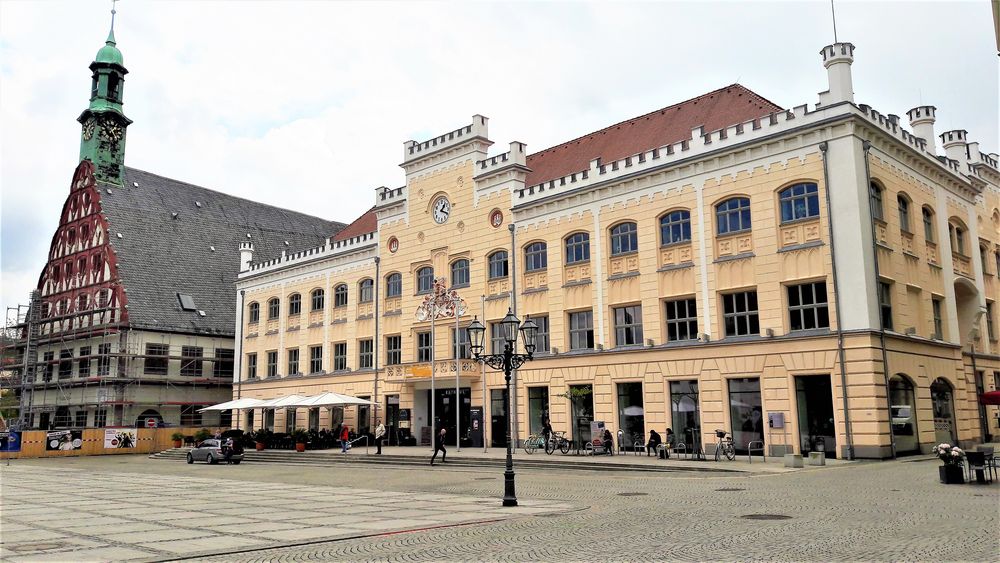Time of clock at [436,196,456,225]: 1:18
